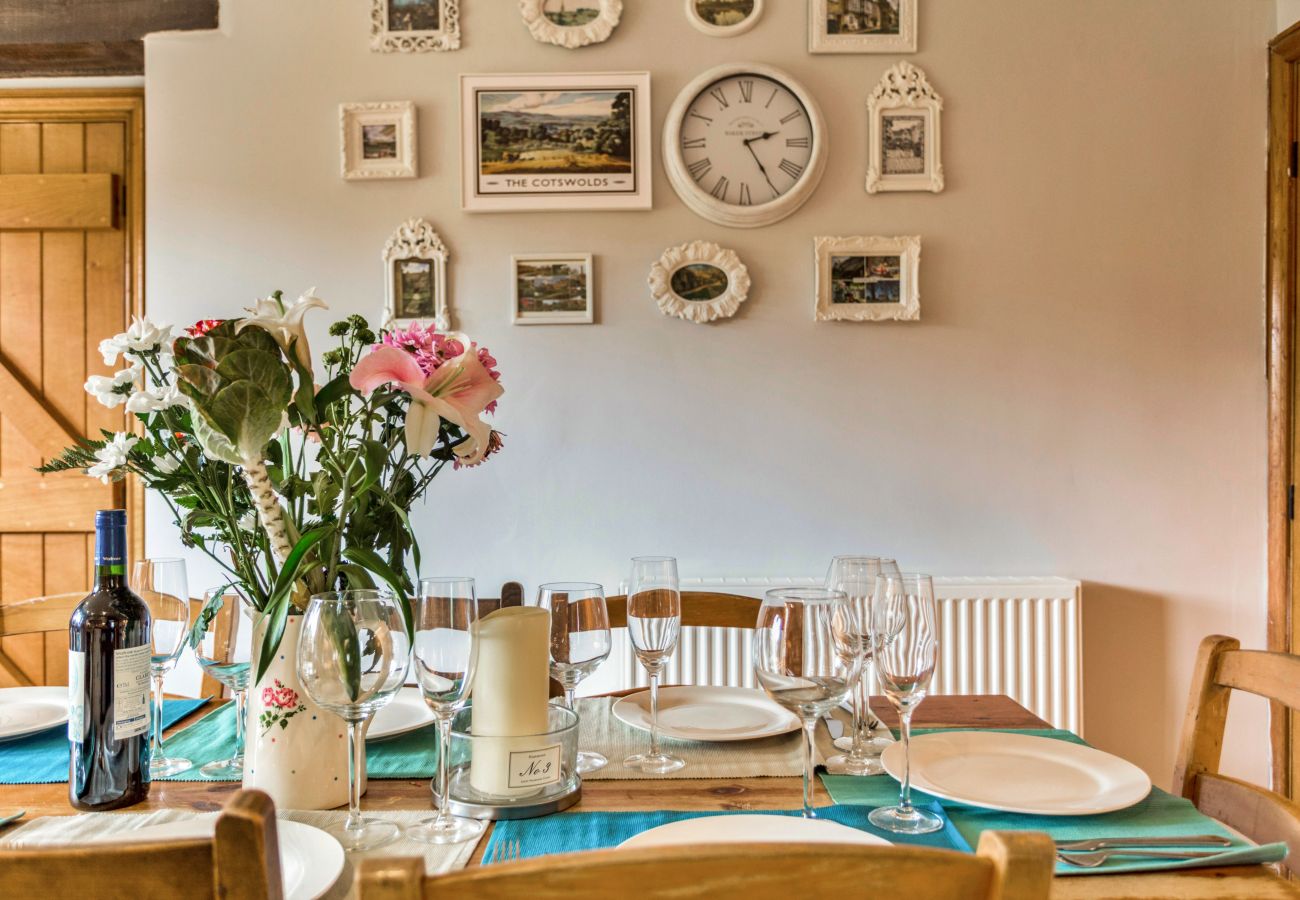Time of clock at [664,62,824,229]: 2:24
